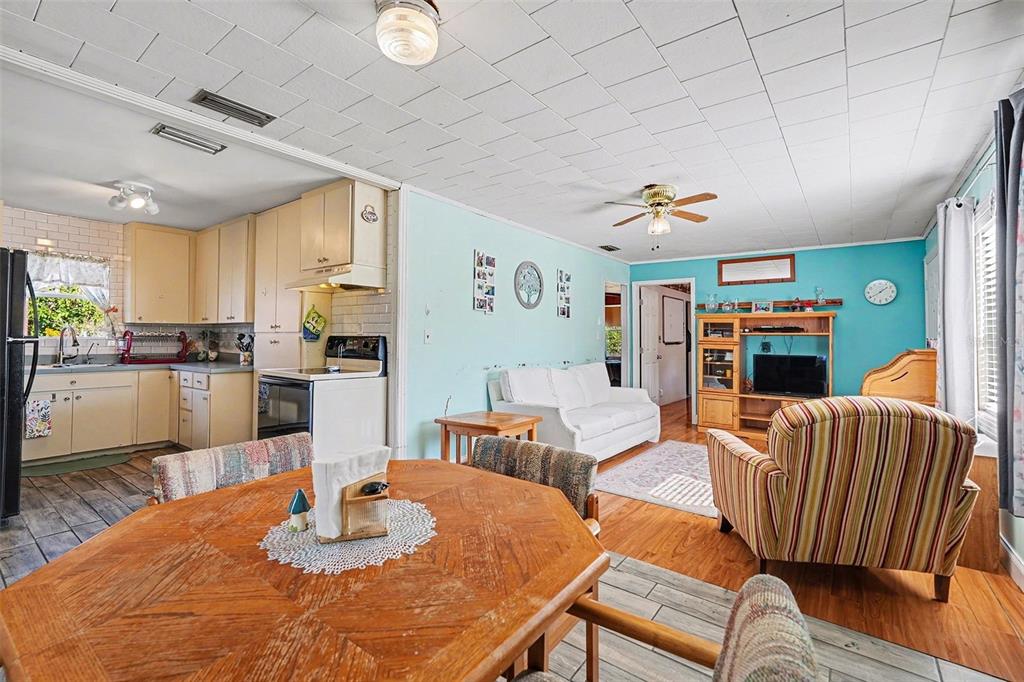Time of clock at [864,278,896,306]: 1:39
